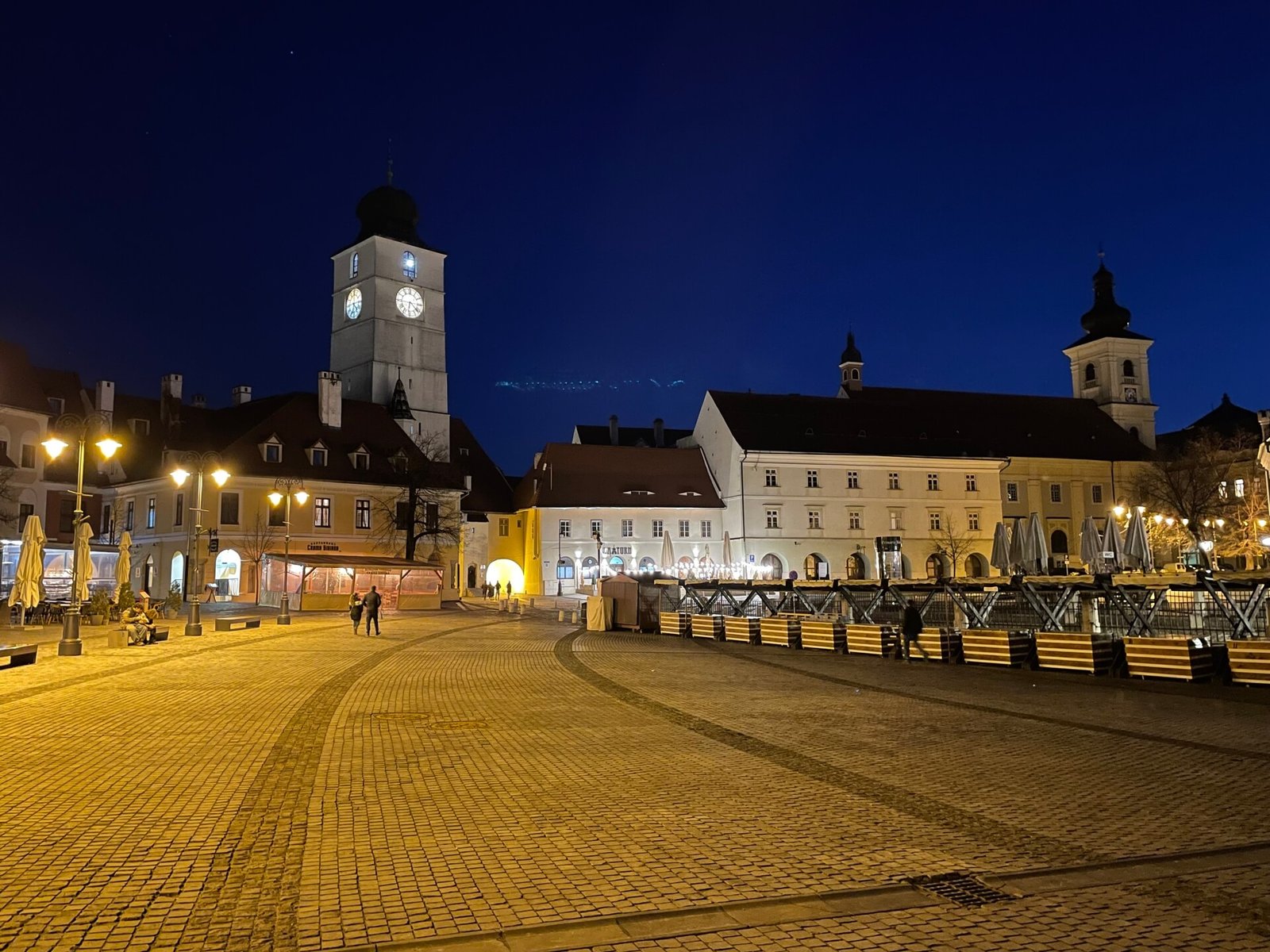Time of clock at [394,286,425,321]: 6:21
